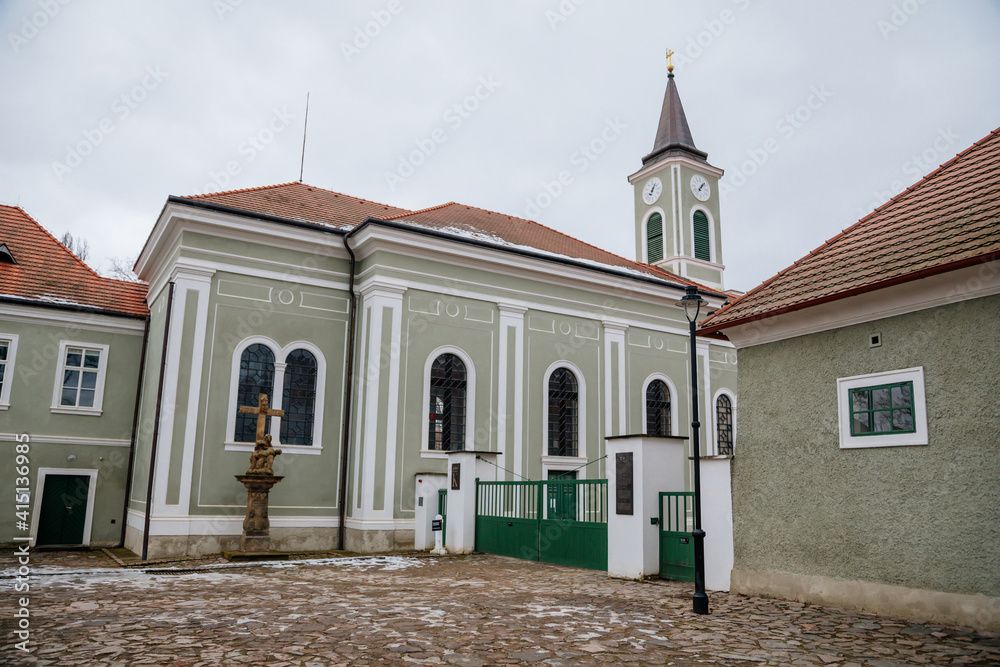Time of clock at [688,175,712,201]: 1:07
